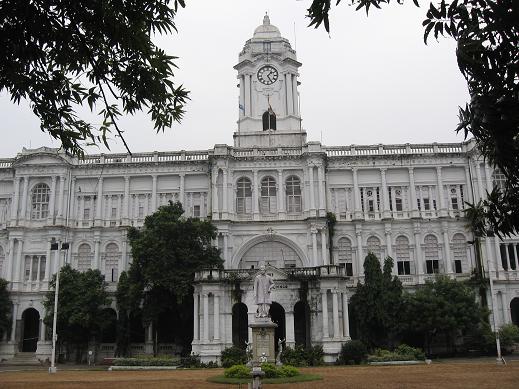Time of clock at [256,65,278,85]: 1:25
